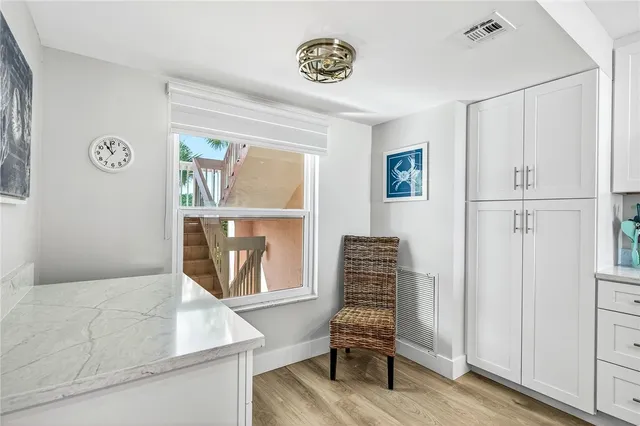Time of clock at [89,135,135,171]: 10:59
